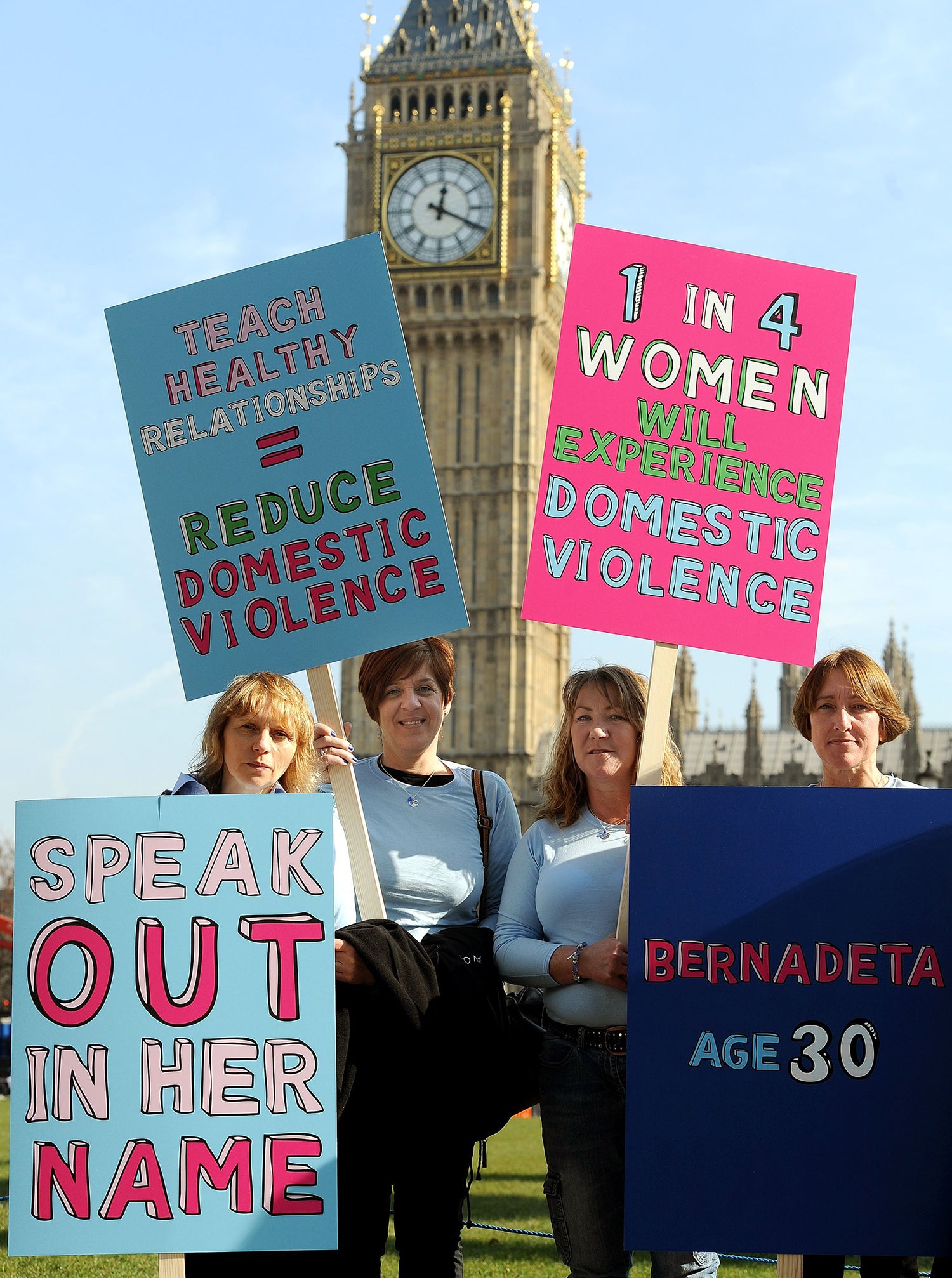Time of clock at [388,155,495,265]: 12:19
